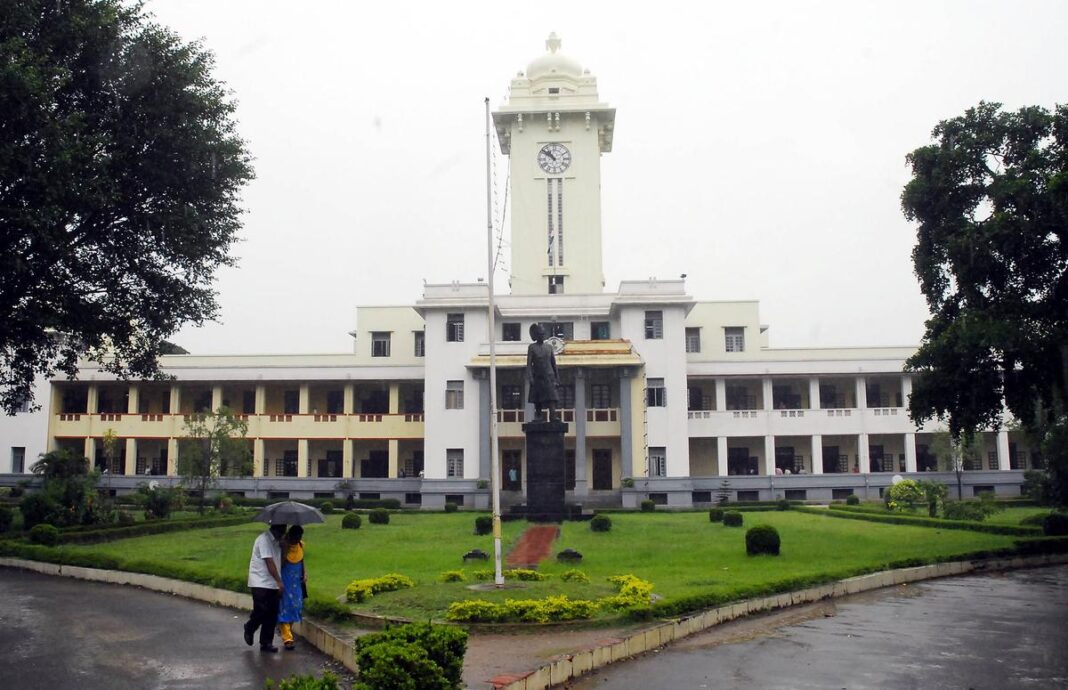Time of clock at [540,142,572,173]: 10:51
